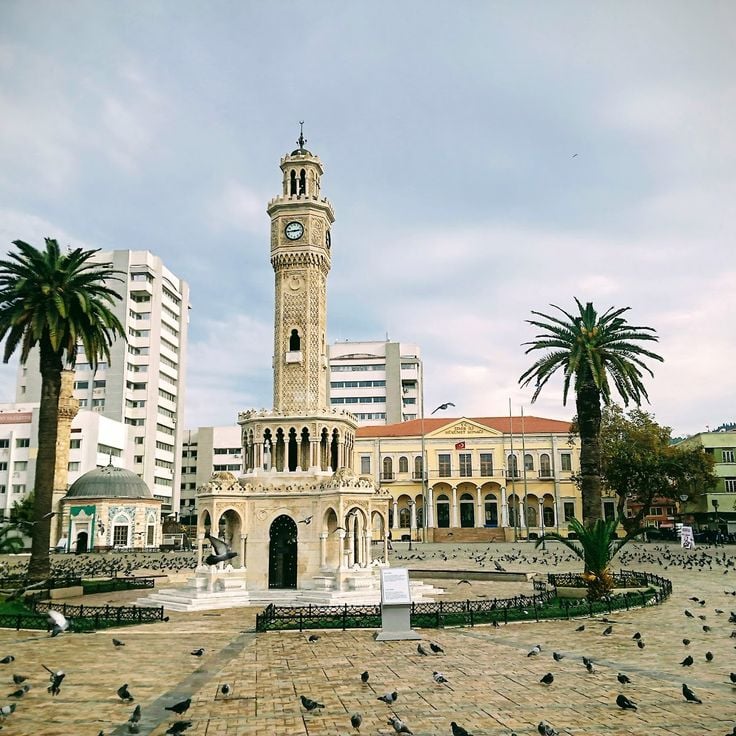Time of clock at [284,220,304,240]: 2:44
